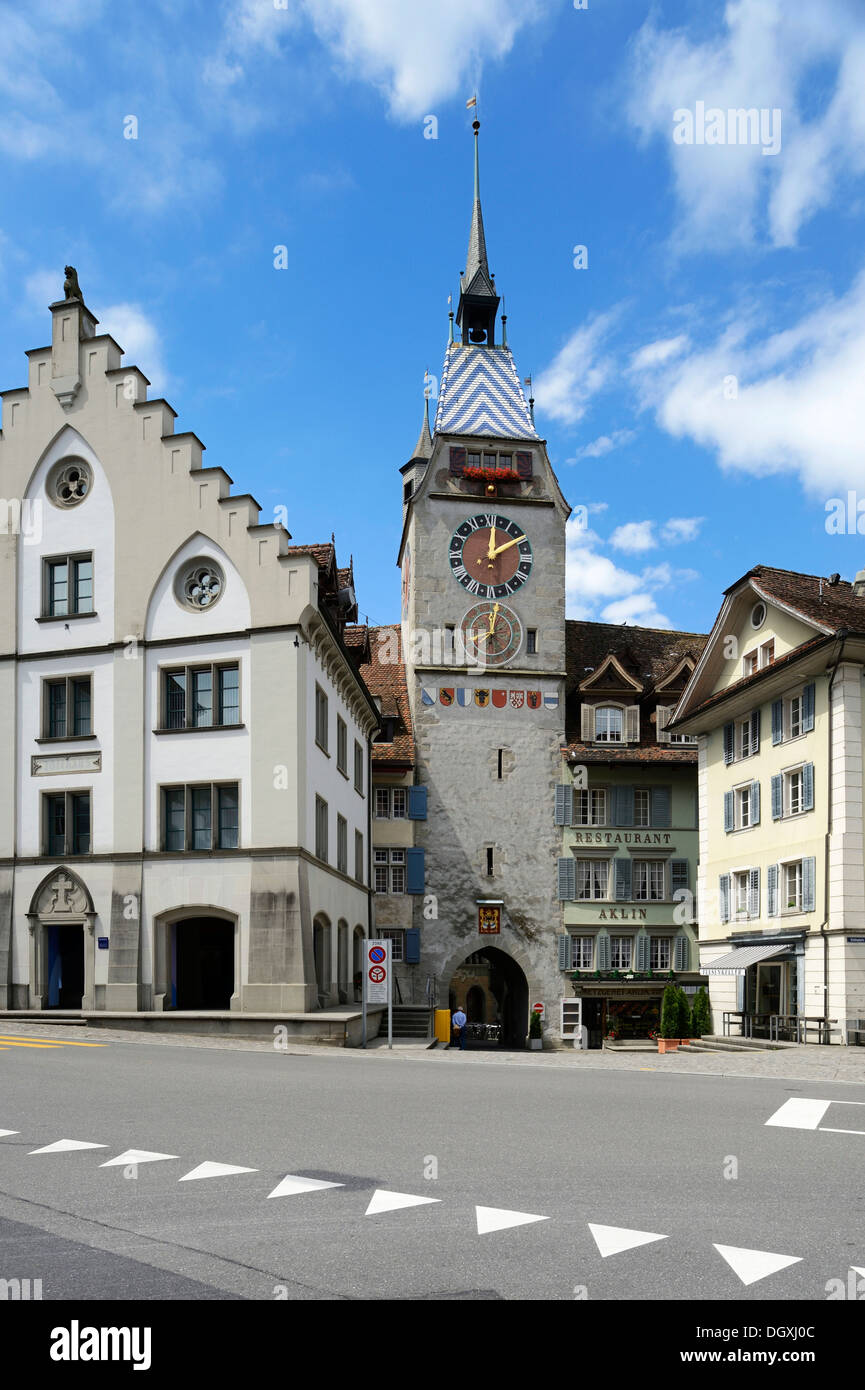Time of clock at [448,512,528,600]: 12:09
